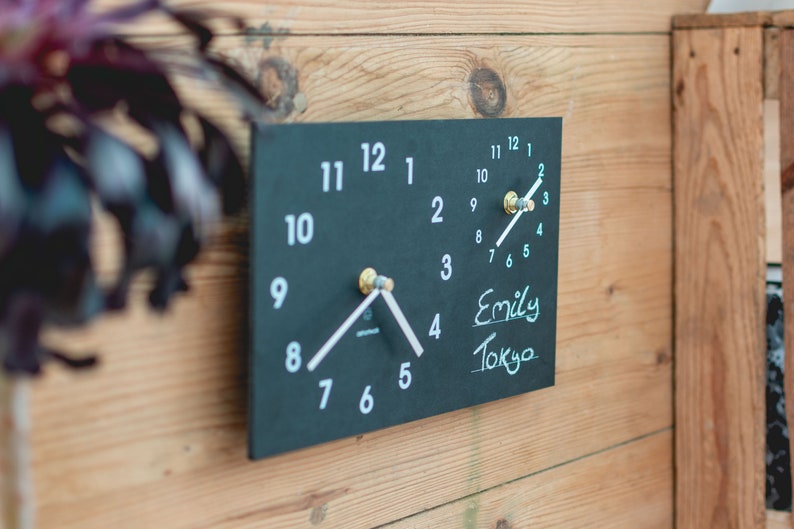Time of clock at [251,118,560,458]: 4:38
